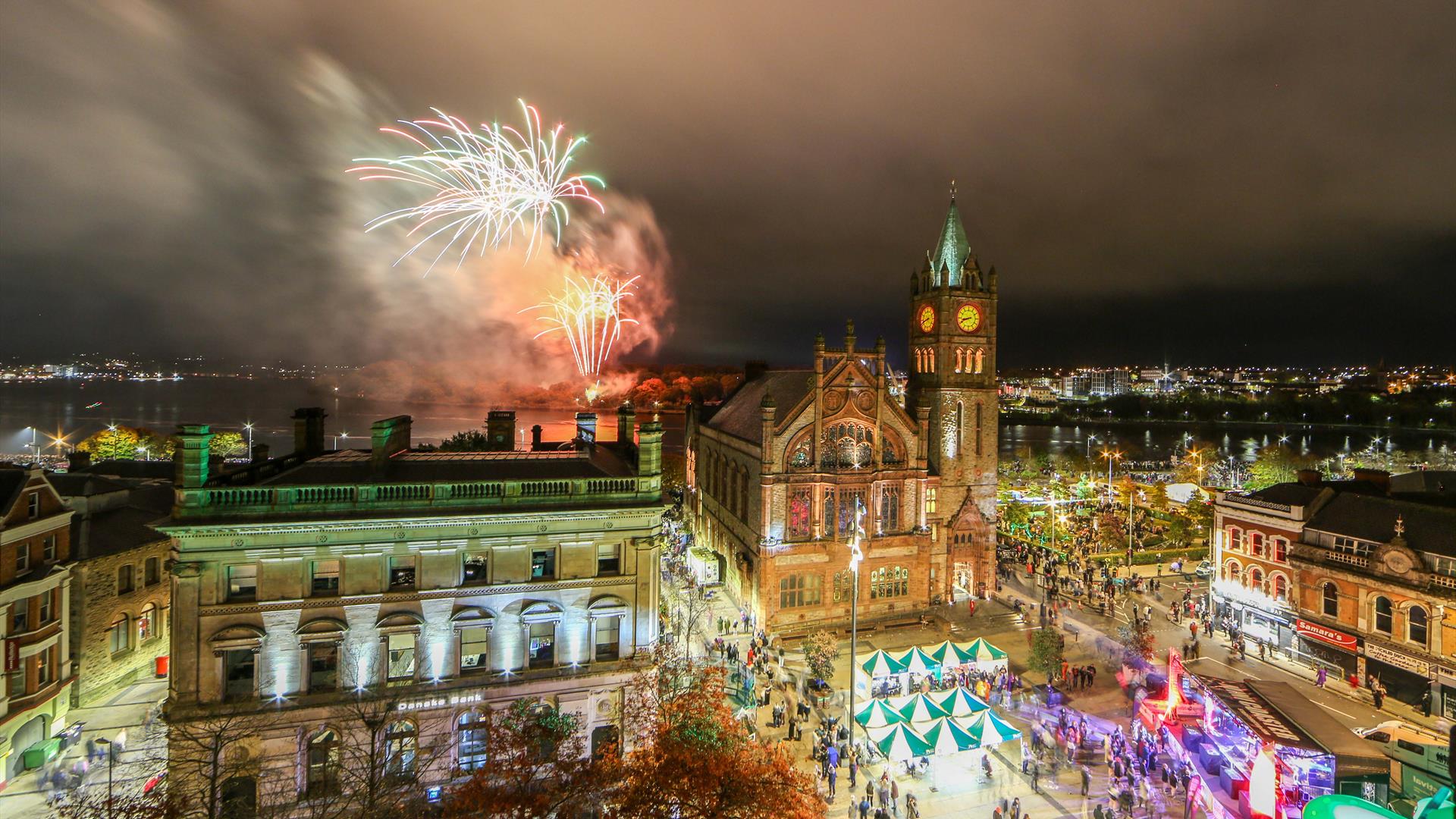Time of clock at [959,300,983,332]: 8:41
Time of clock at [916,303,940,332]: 8:41
